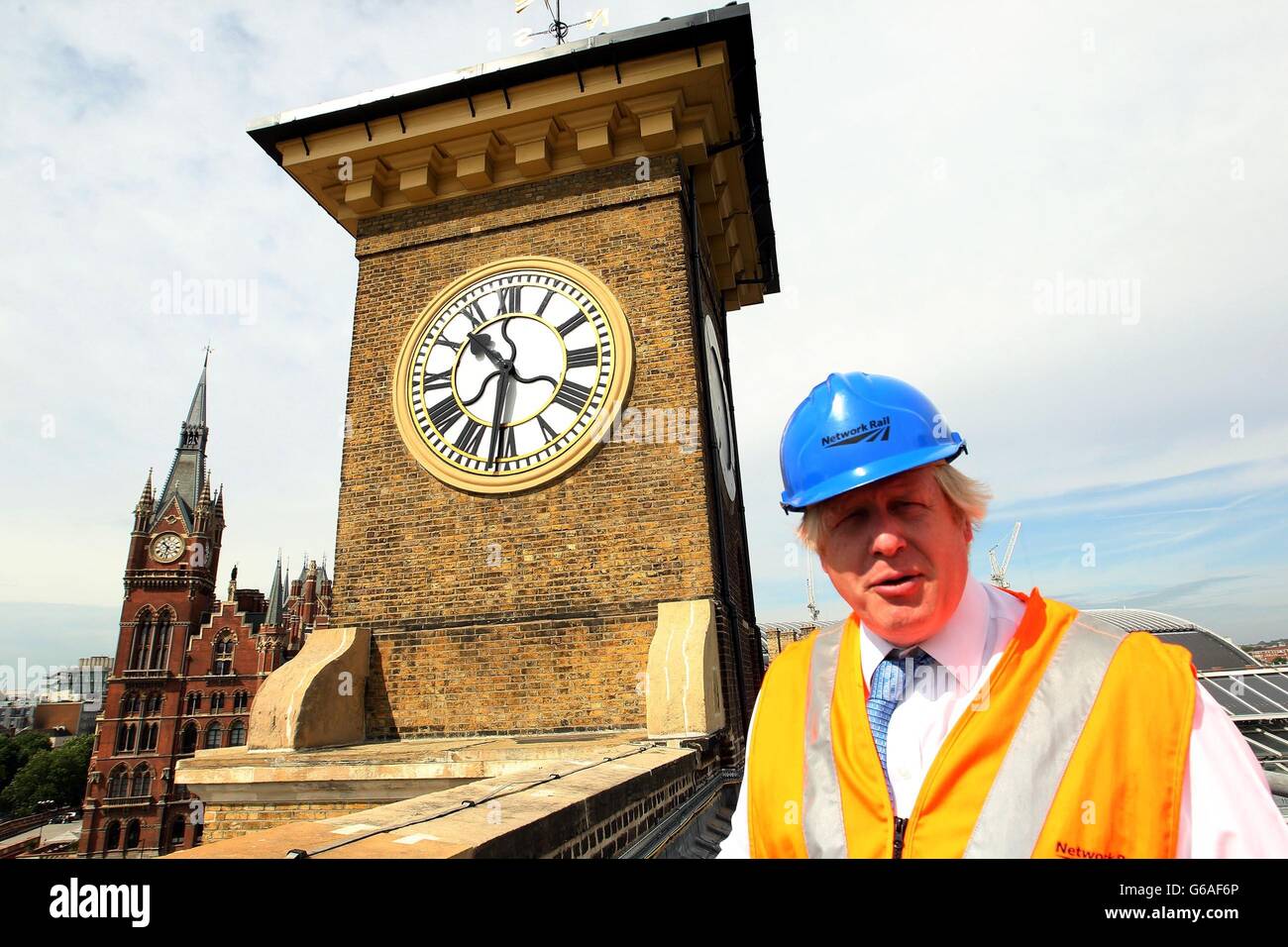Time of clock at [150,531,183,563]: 10:32
